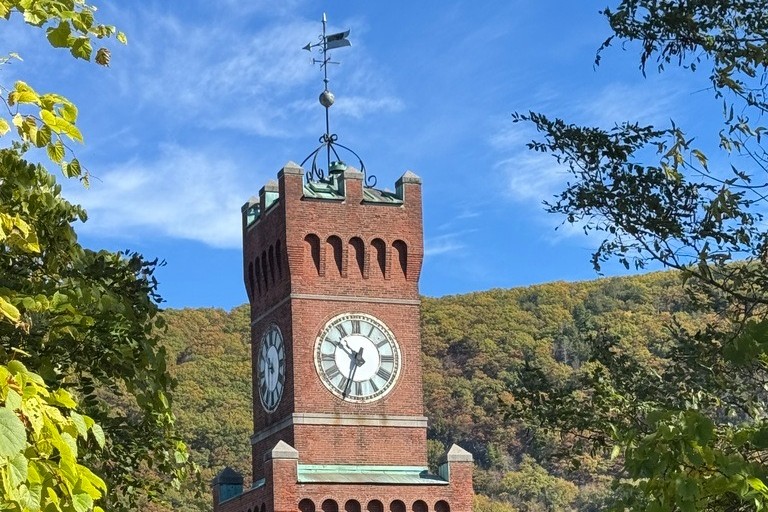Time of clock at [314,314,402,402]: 10:33
